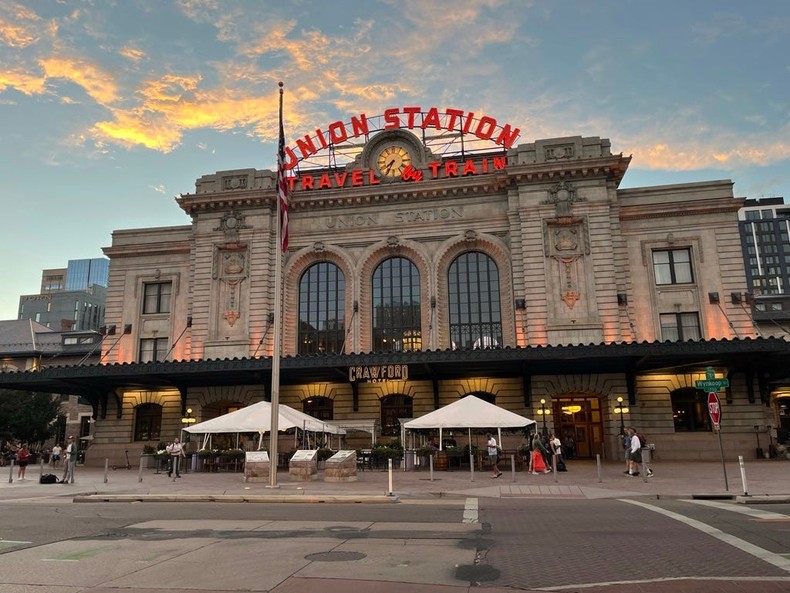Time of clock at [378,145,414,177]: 7:34
